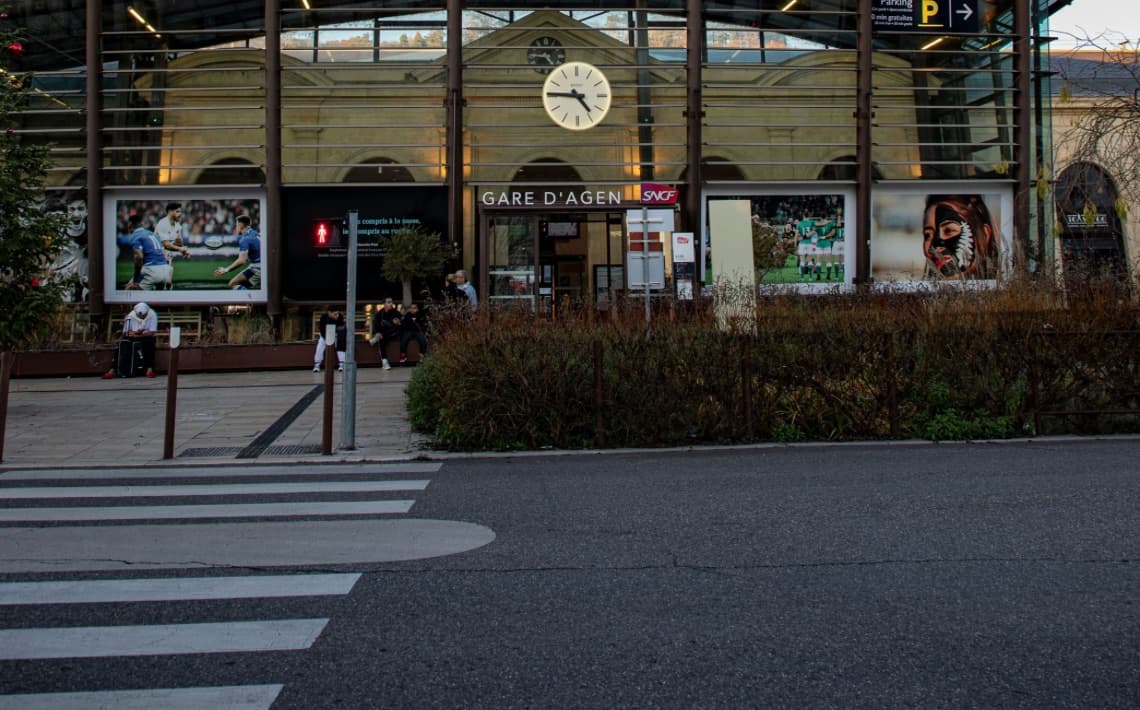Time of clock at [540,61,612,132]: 4:45
